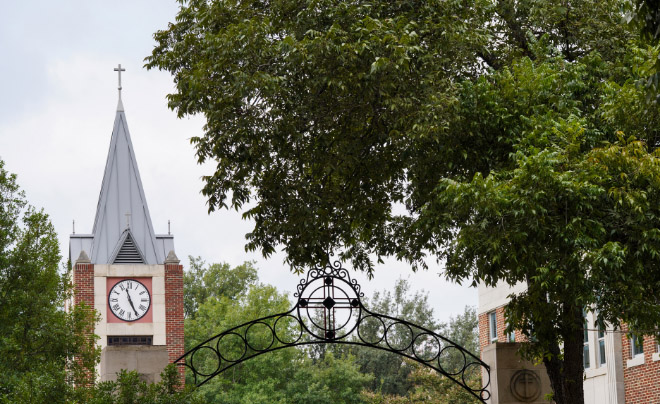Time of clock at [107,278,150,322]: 11:25
